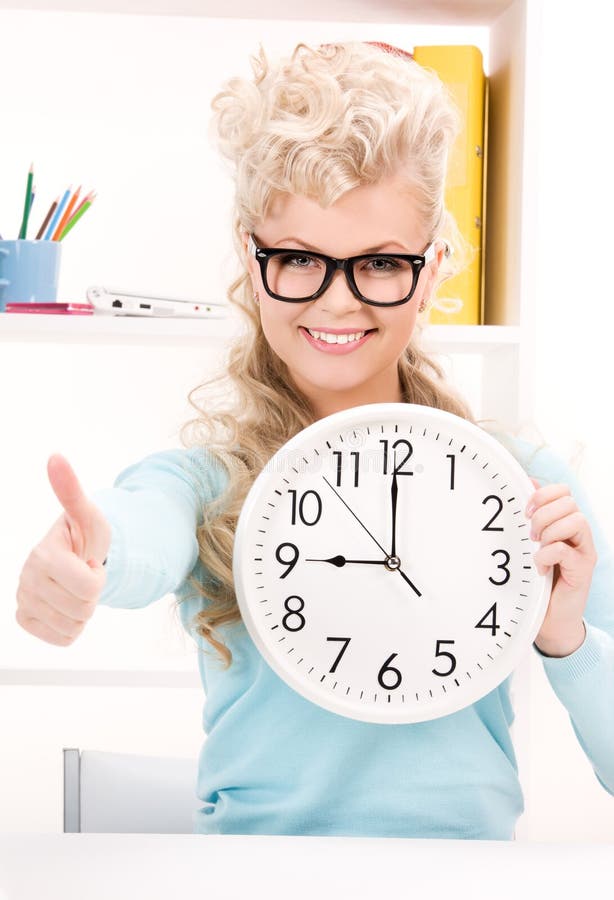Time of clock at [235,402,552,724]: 8:59
